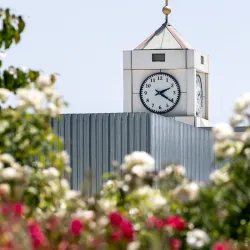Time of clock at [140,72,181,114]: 2:20
